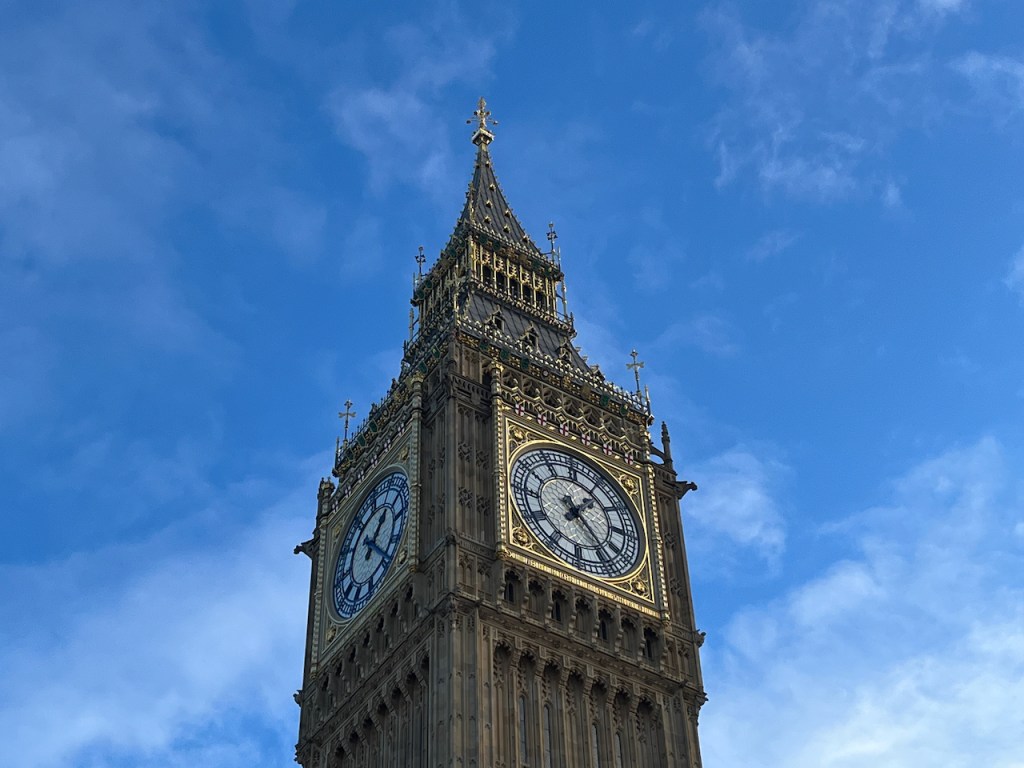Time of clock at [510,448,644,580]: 1:23
